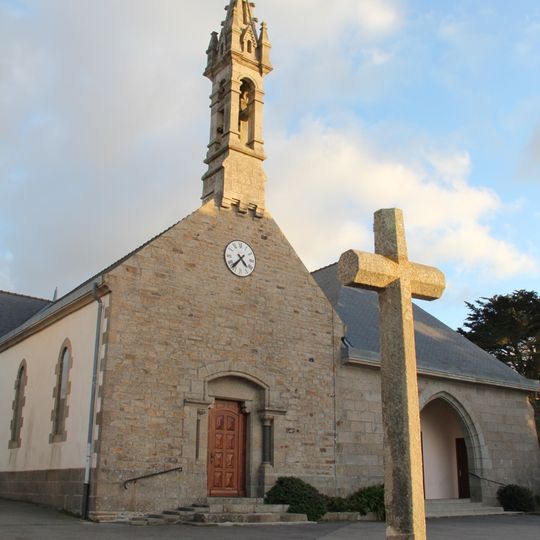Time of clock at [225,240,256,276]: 4:37
